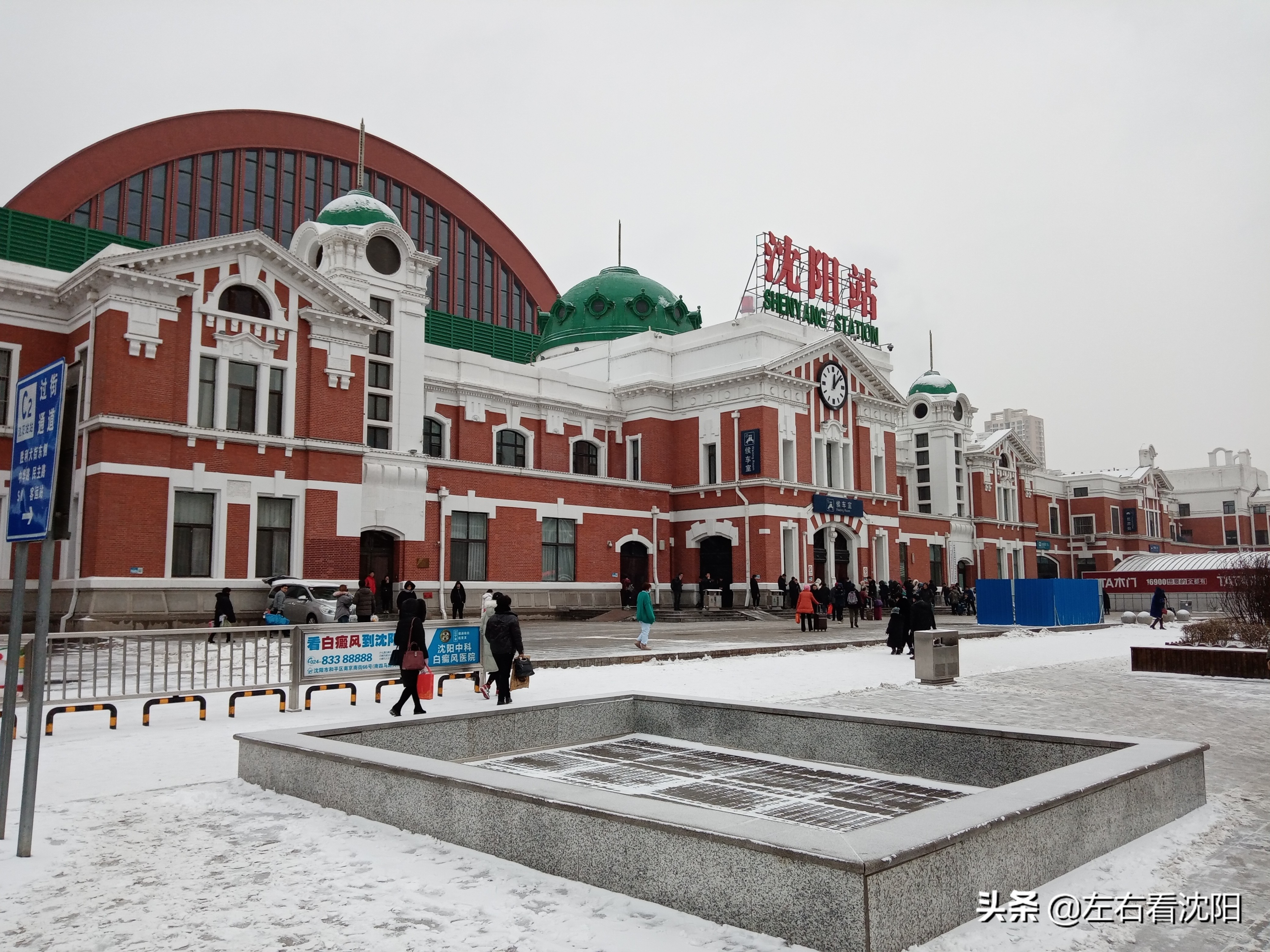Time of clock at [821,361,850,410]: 12:07
